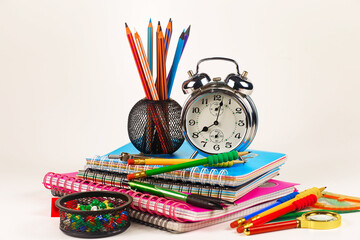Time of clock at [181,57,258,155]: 8:02
